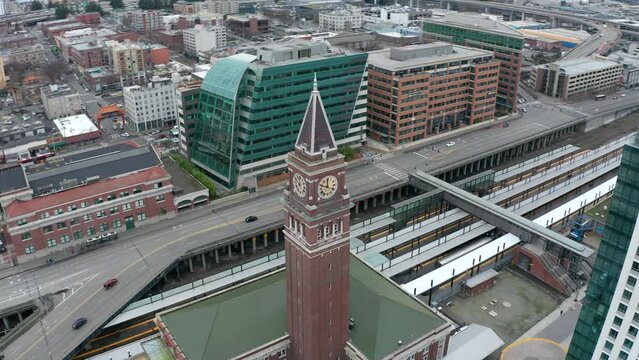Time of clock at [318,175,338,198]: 11:48
